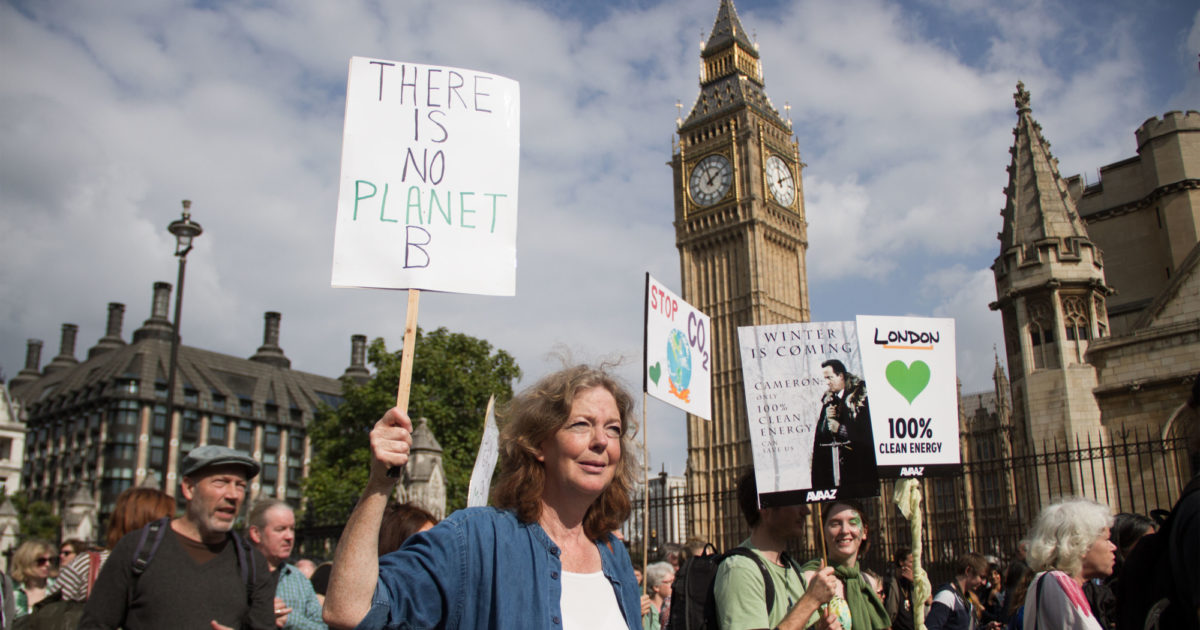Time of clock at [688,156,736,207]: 1:57
